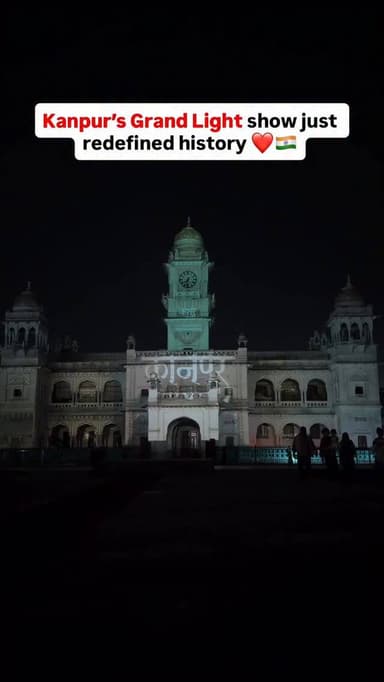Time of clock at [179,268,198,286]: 7:32
